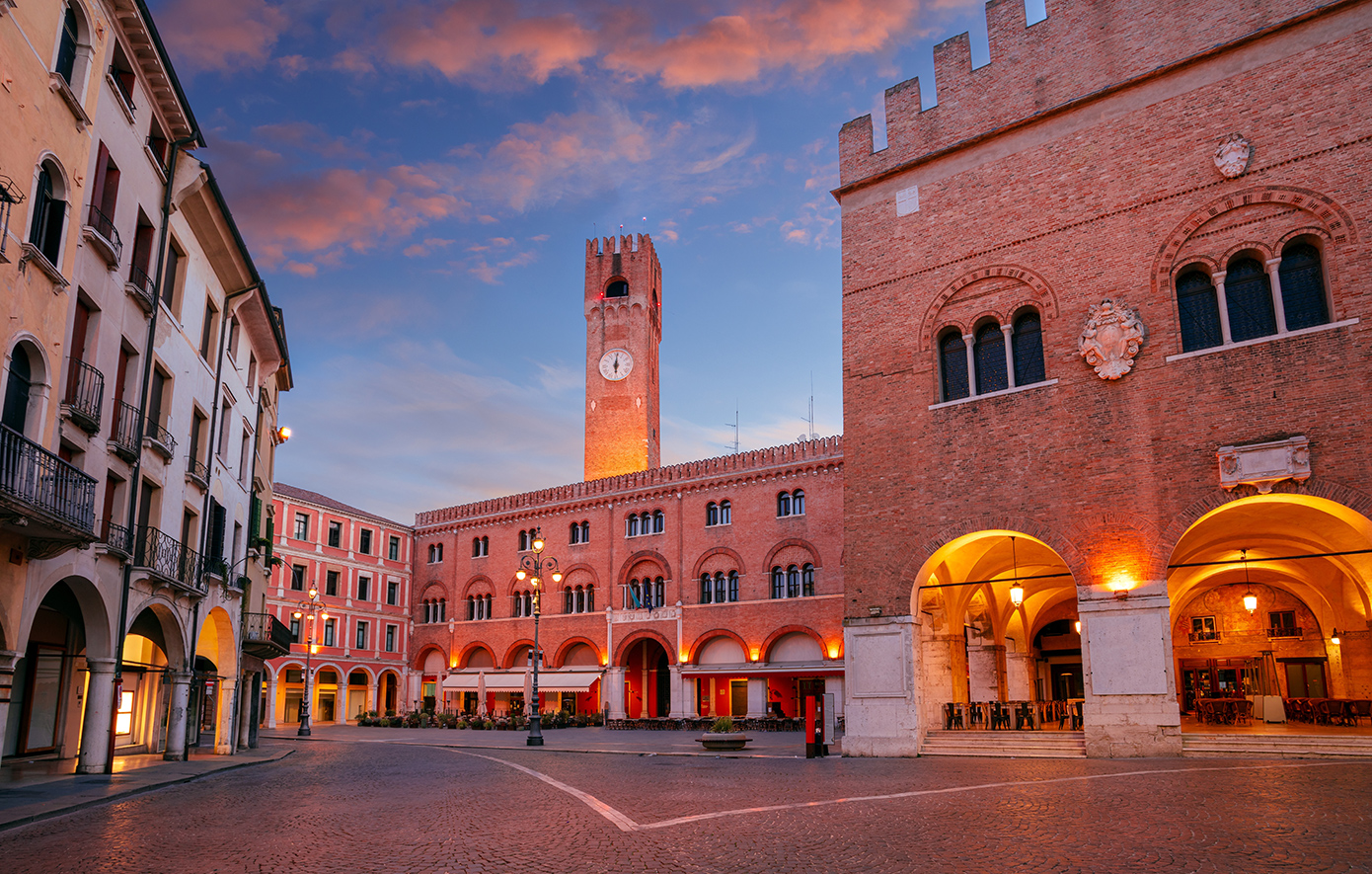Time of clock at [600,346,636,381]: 6:00
